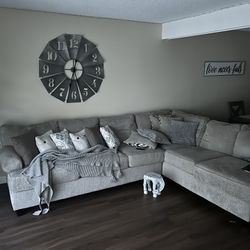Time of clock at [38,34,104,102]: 12:32
